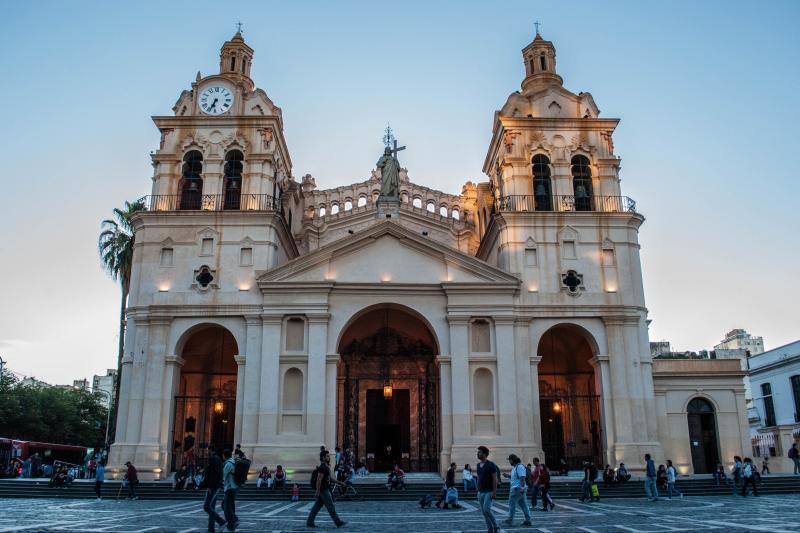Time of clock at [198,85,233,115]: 6:33
